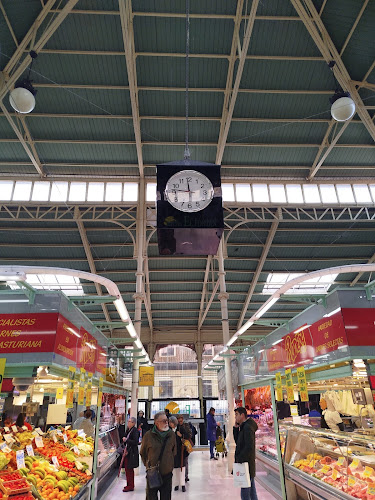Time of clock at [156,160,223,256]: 11:46
